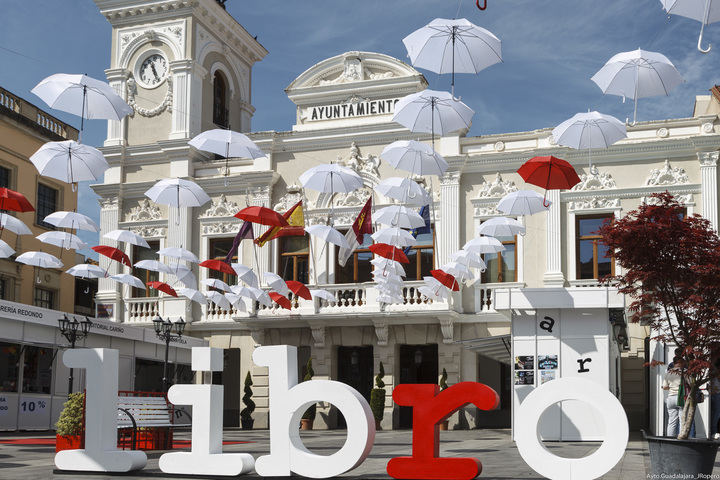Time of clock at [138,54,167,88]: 11:25
